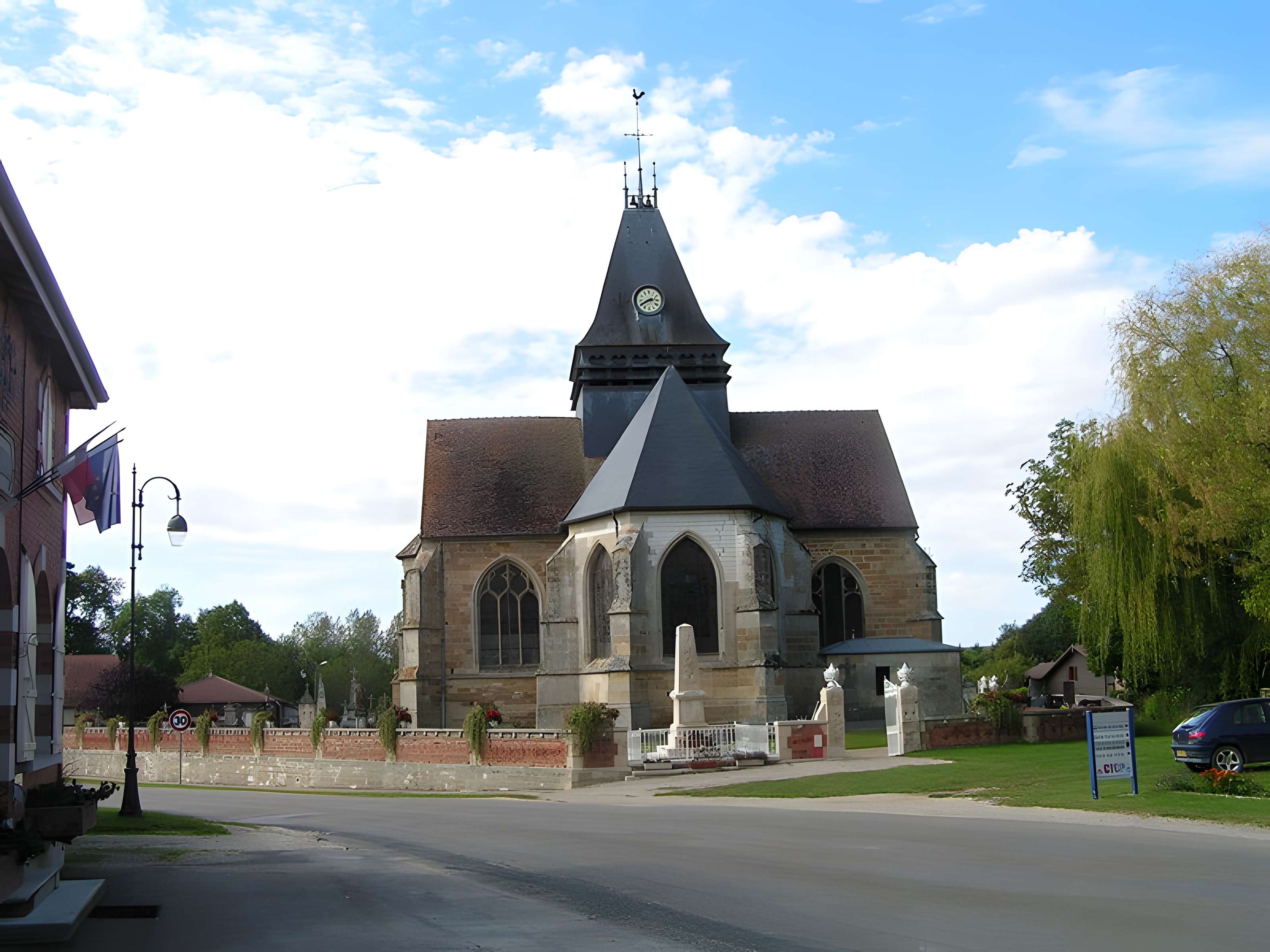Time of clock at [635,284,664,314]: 2:40
